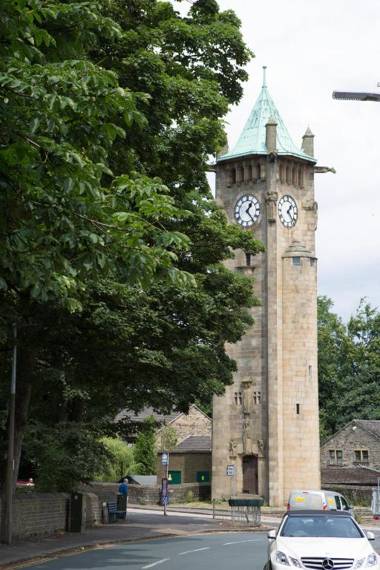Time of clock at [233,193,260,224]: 1:23
